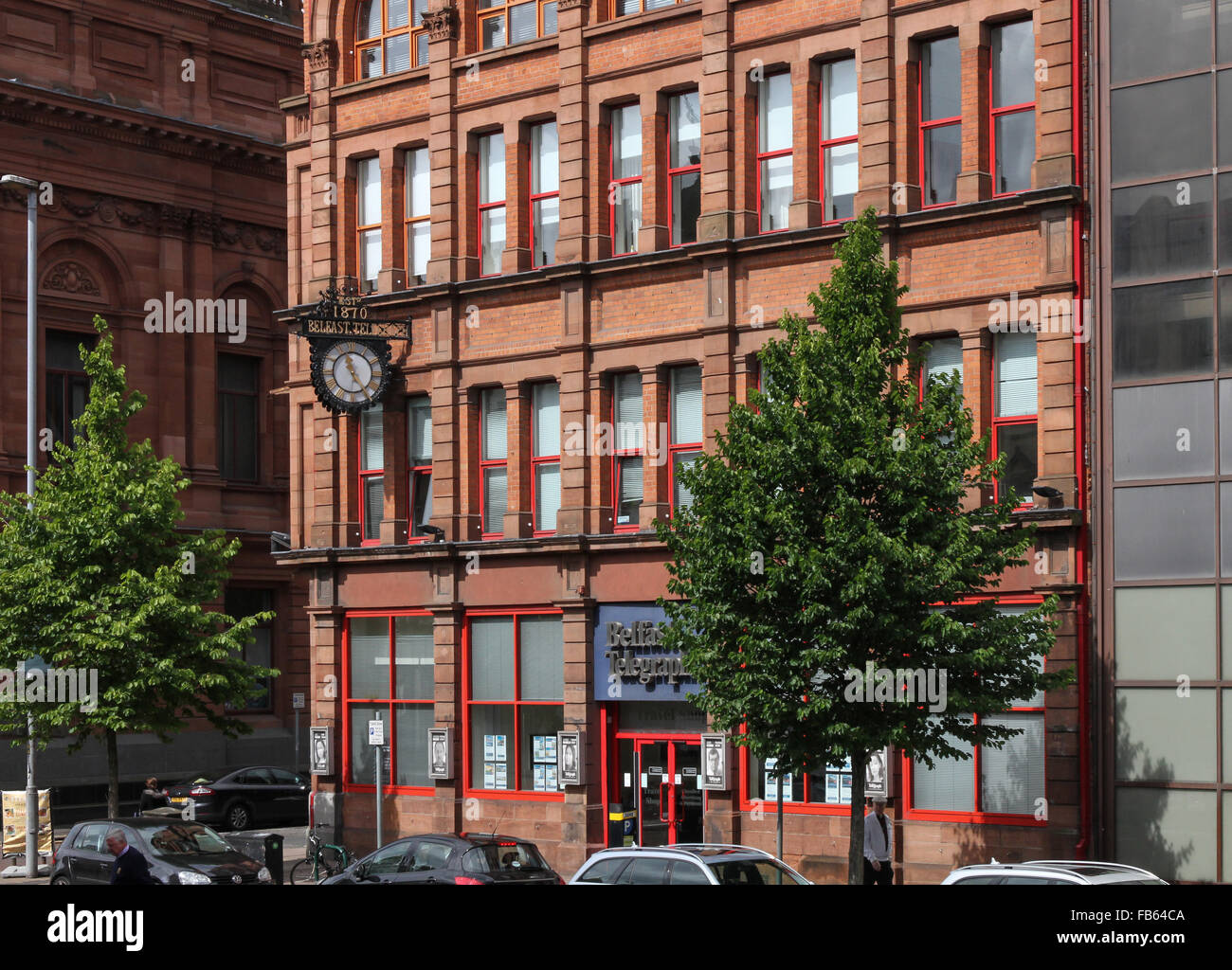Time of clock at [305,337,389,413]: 11:24
